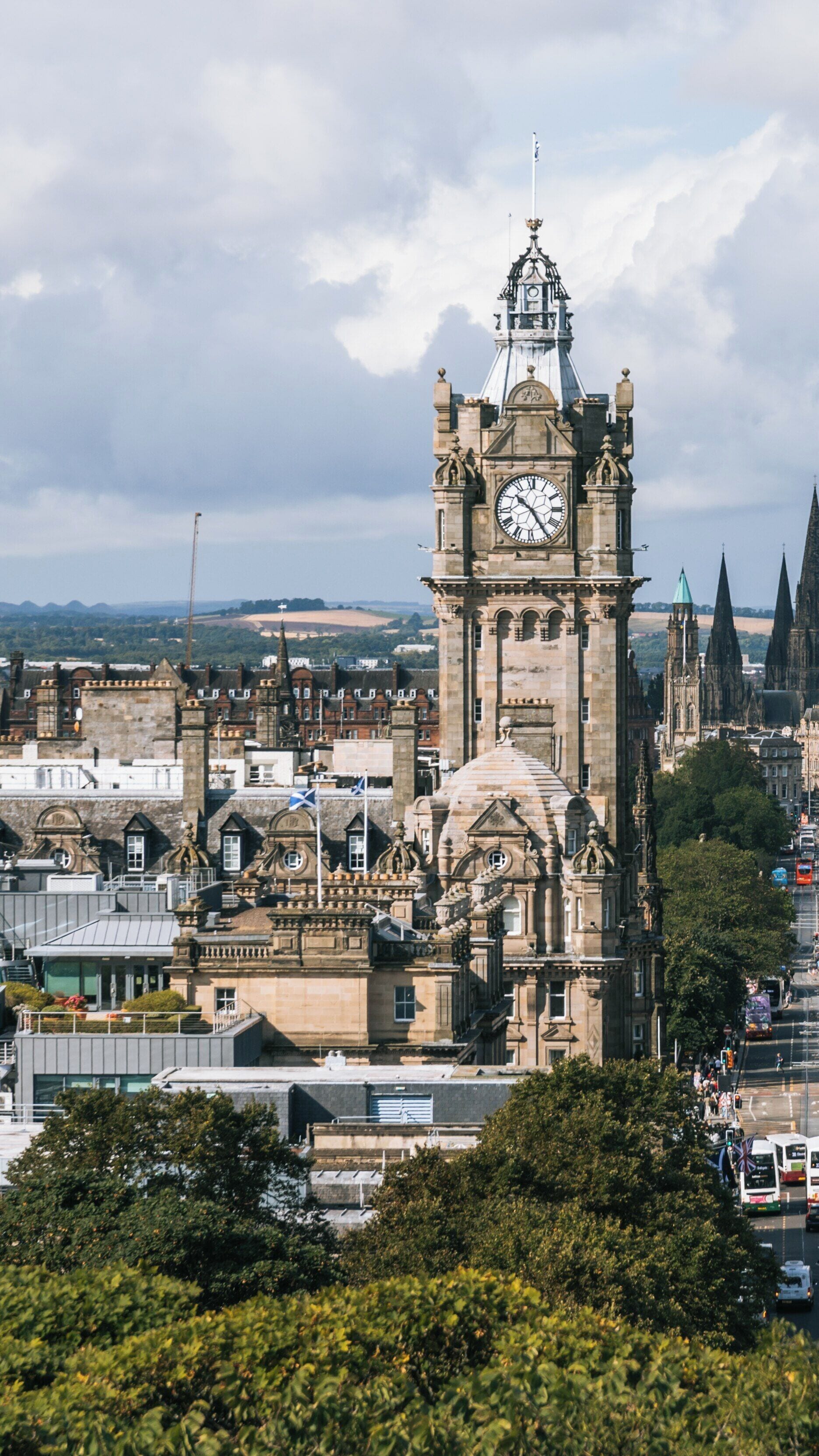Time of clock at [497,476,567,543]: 10:24
